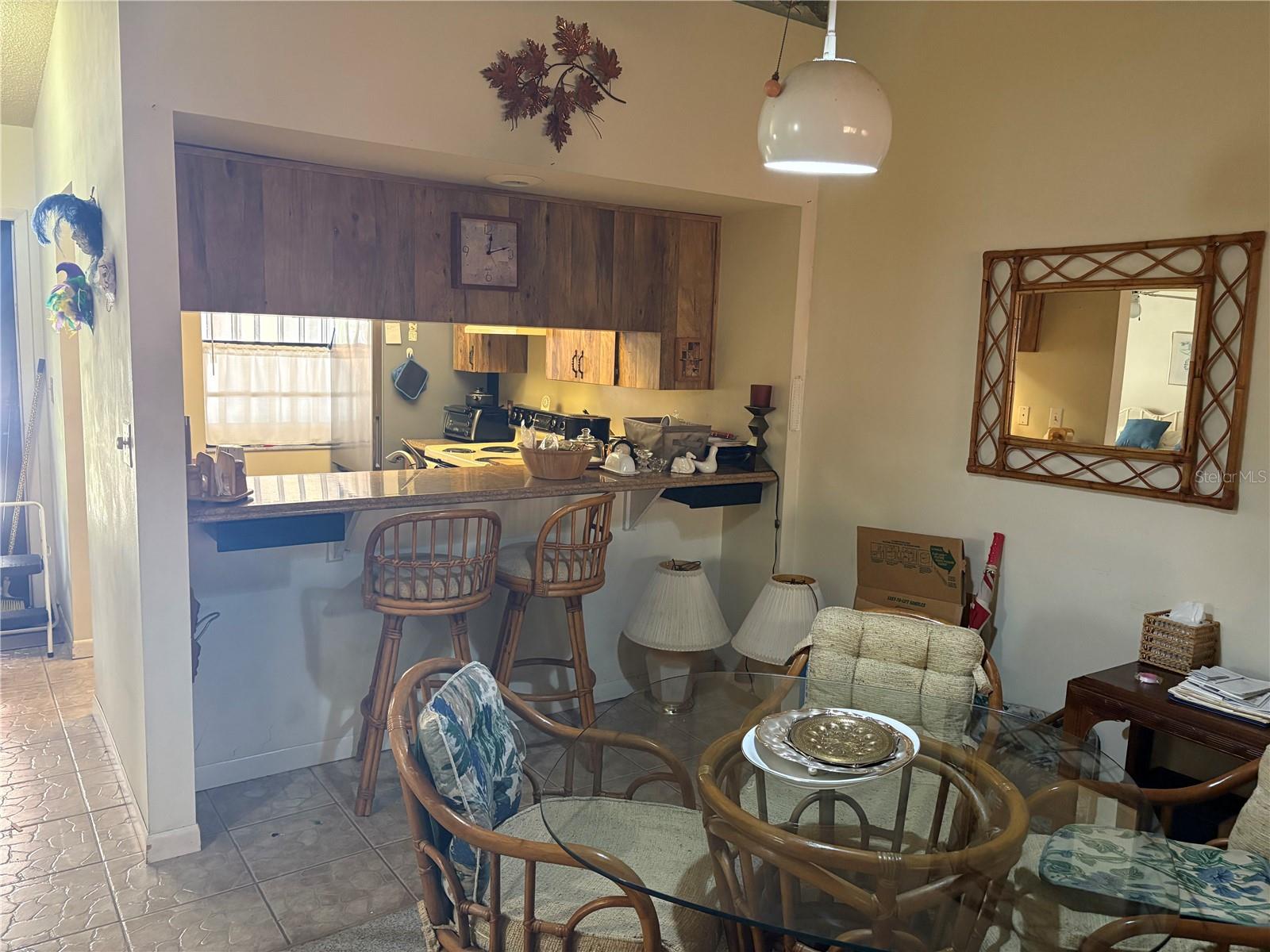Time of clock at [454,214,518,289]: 12:12
